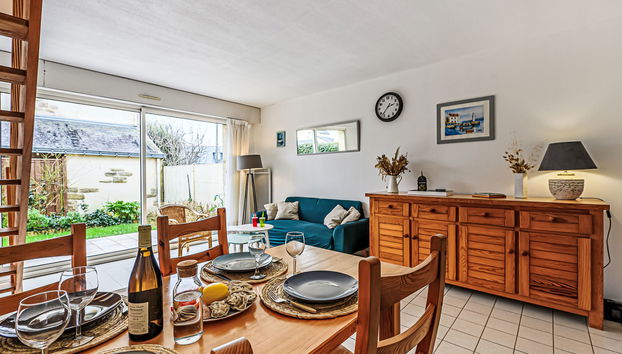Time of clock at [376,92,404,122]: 2:37
